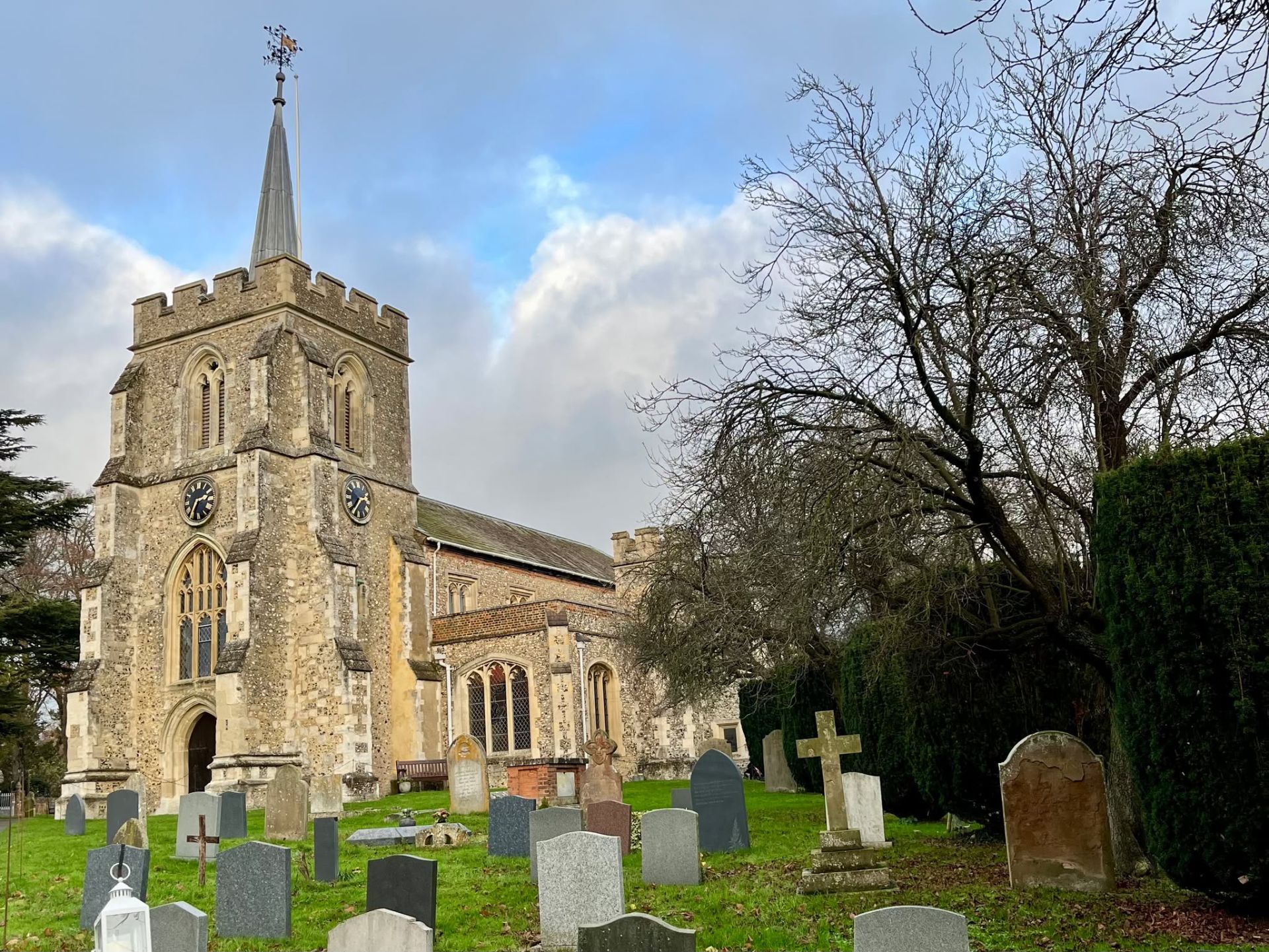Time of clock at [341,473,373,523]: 2:35
